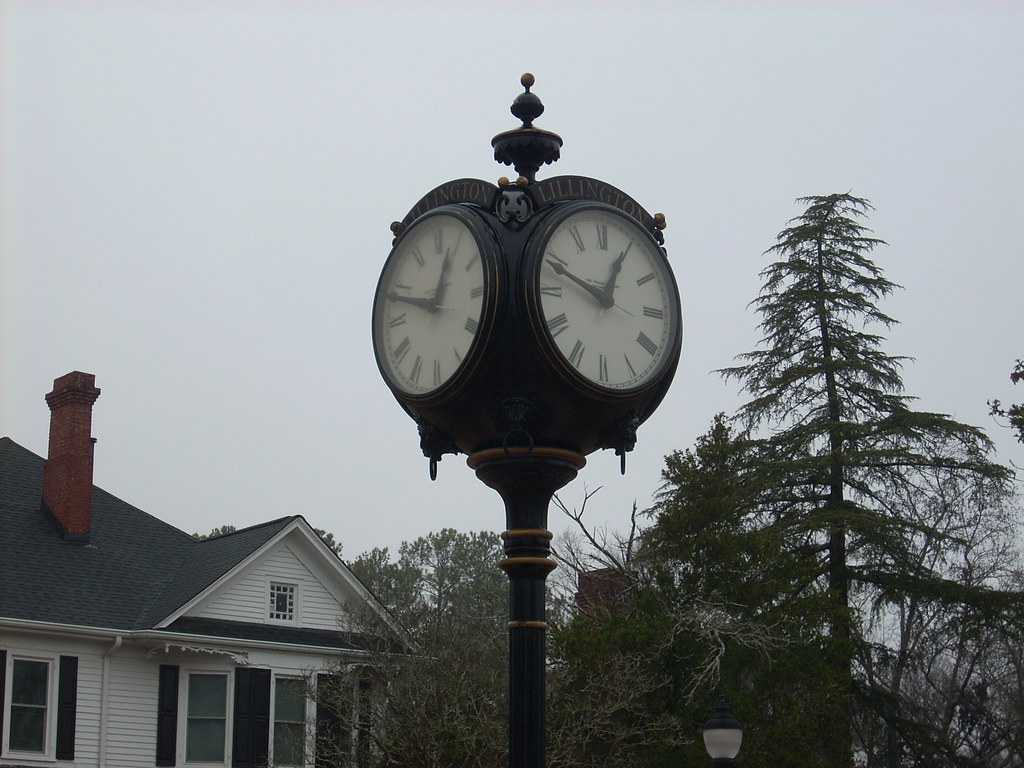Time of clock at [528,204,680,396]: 12:48
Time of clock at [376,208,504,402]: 12:48
